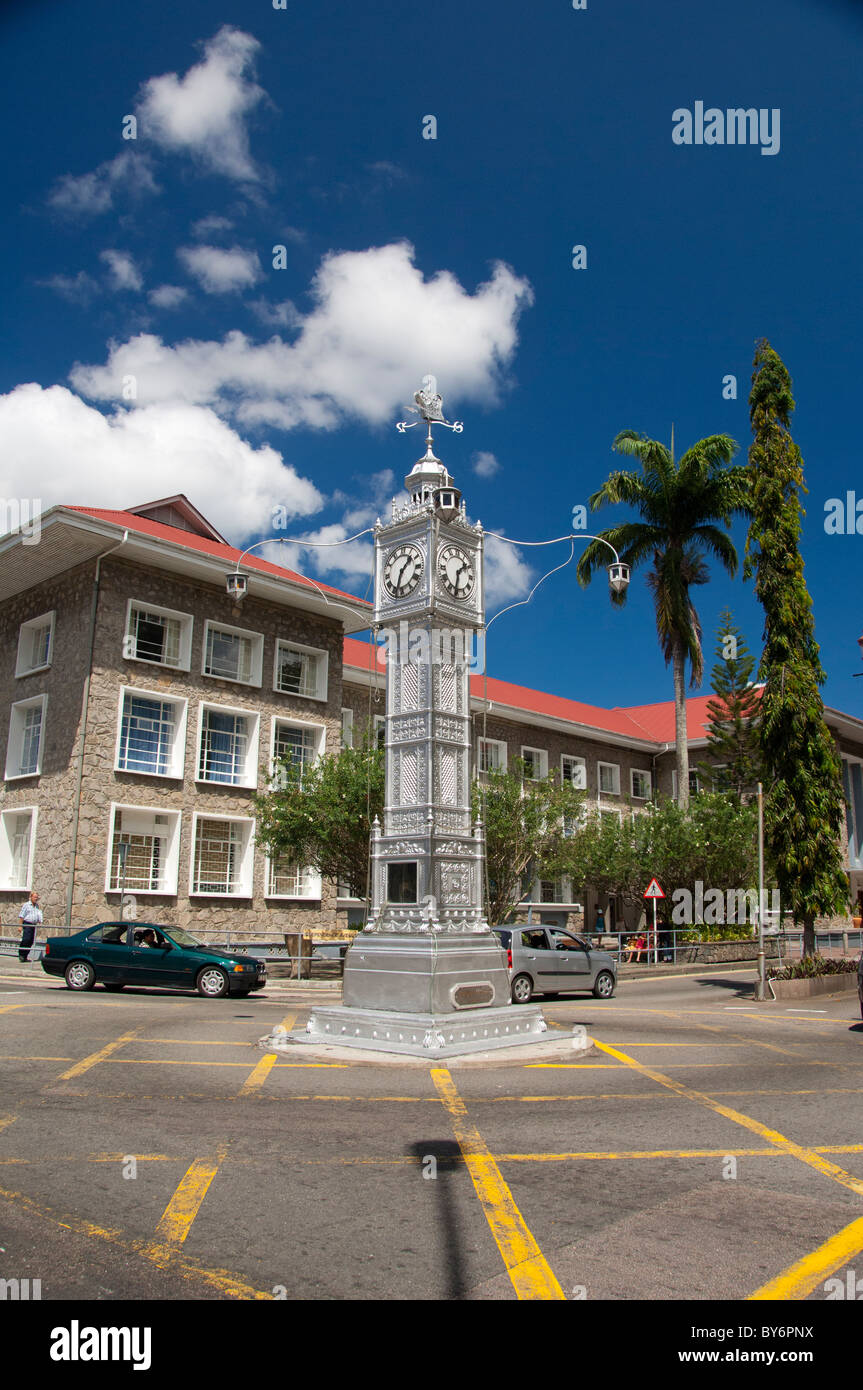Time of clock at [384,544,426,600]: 1:33
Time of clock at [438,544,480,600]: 1:32
